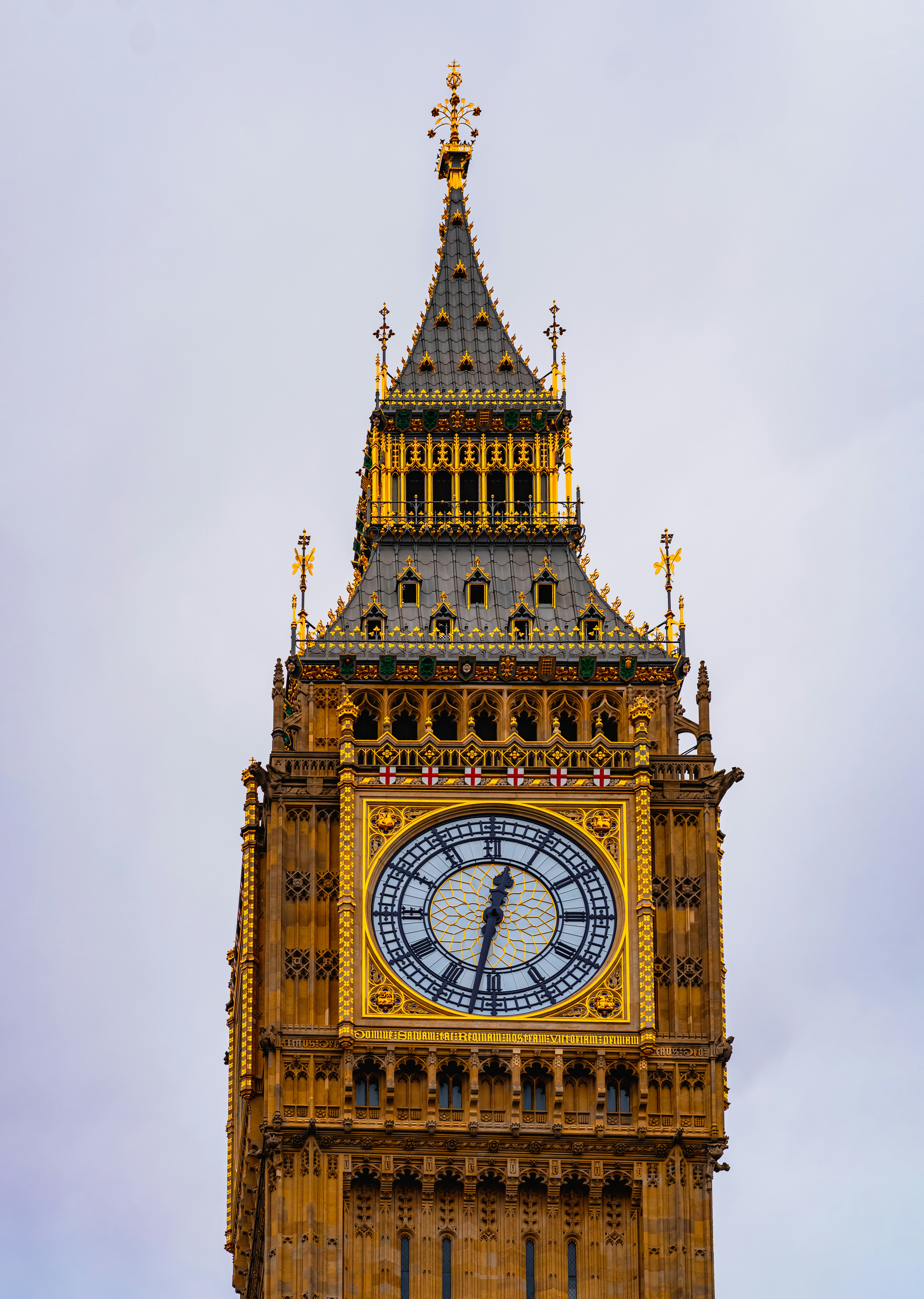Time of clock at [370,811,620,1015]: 12:31
